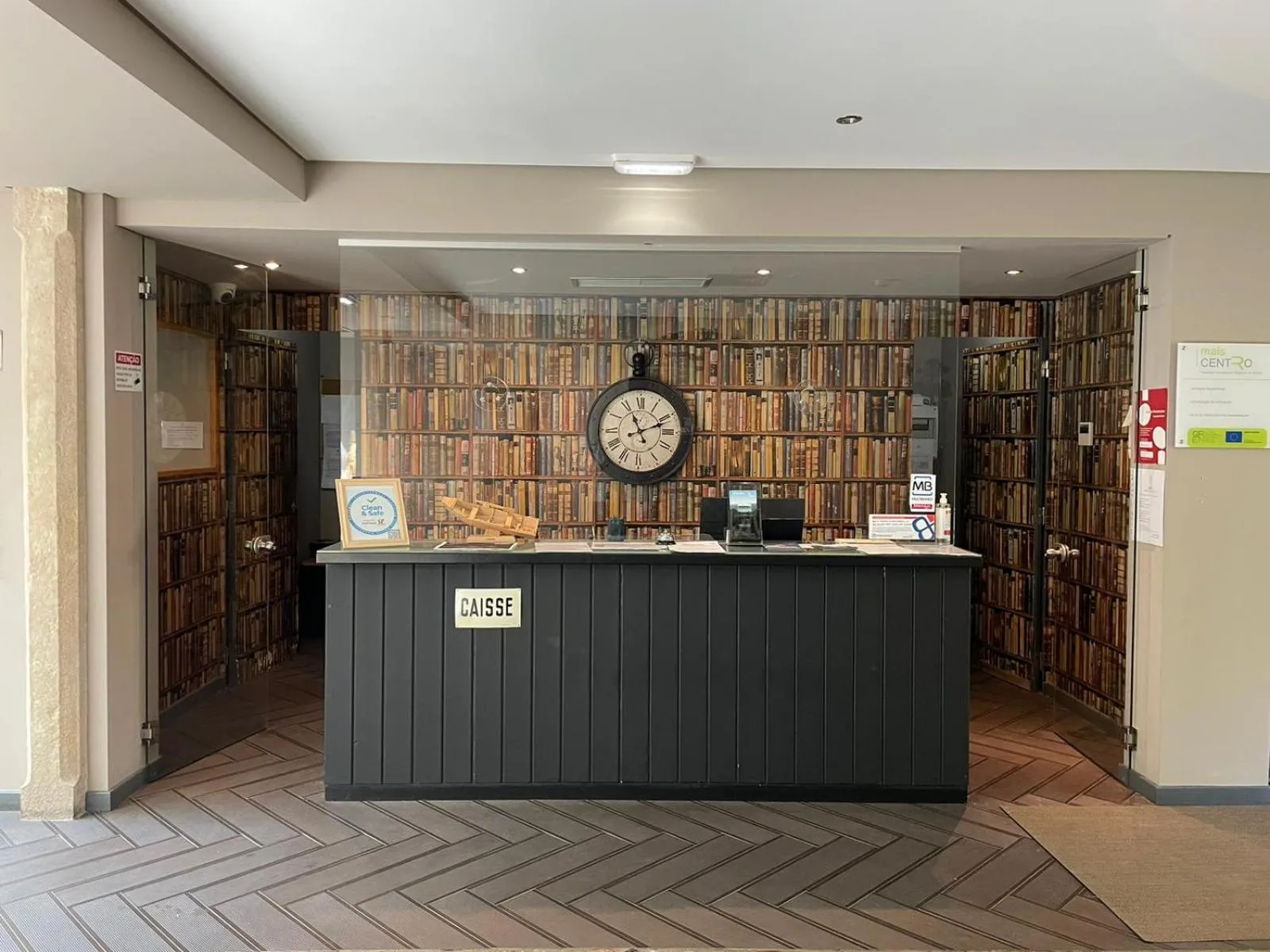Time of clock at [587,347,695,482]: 11:11
